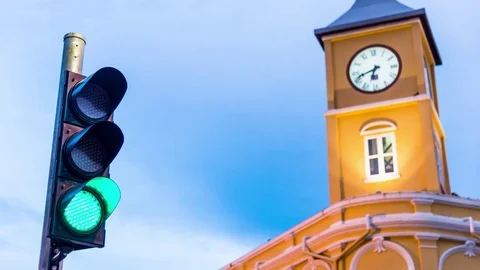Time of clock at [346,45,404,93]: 6:41
